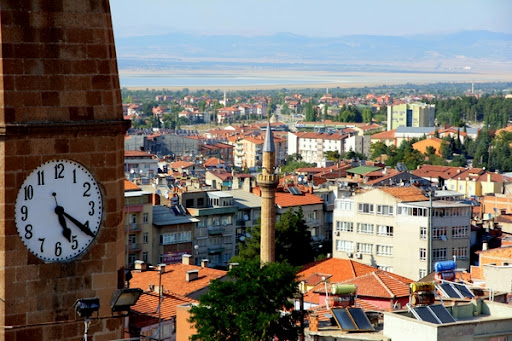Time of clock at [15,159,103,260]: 5:20
